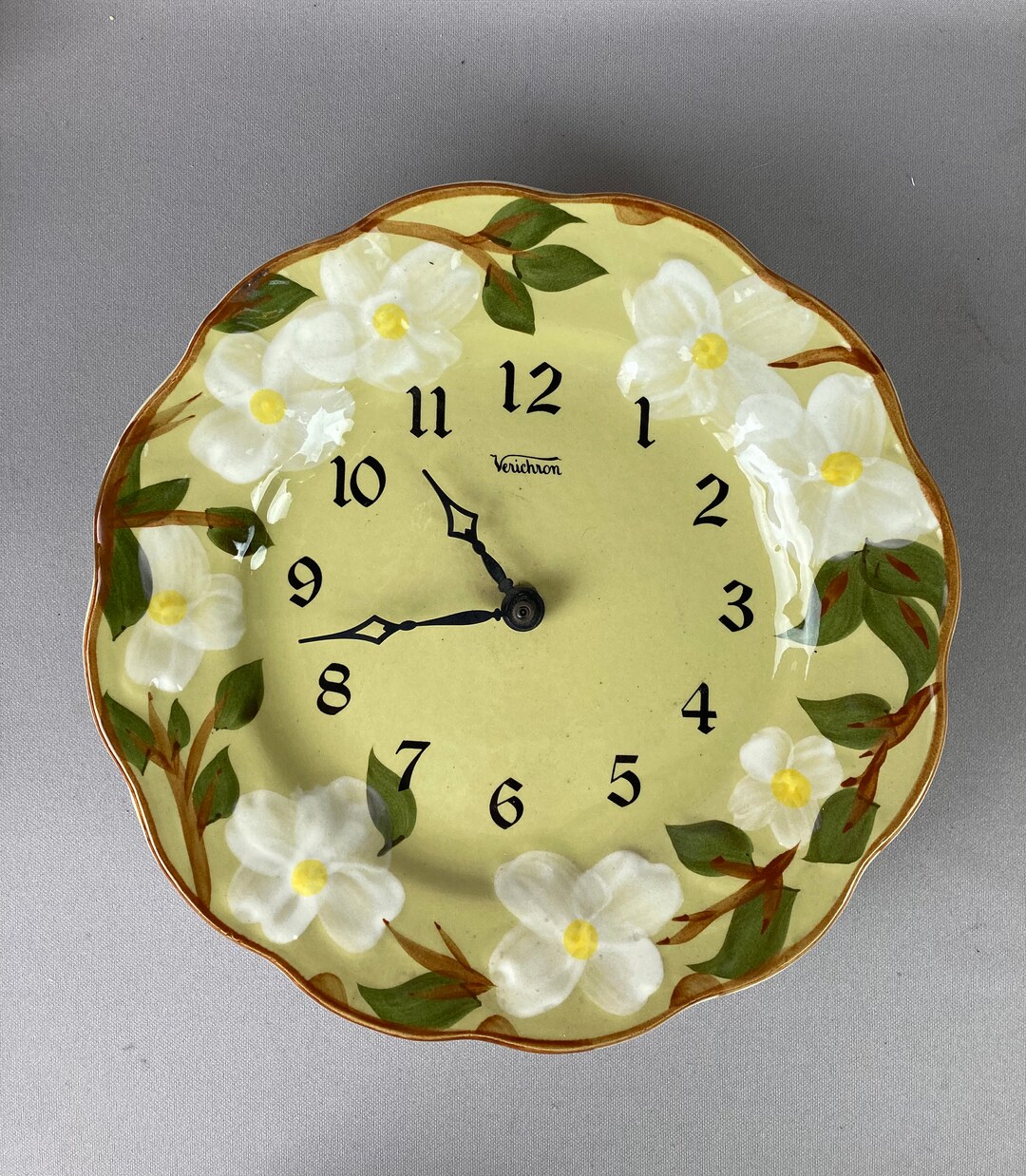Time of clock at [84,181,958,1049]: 10:42
